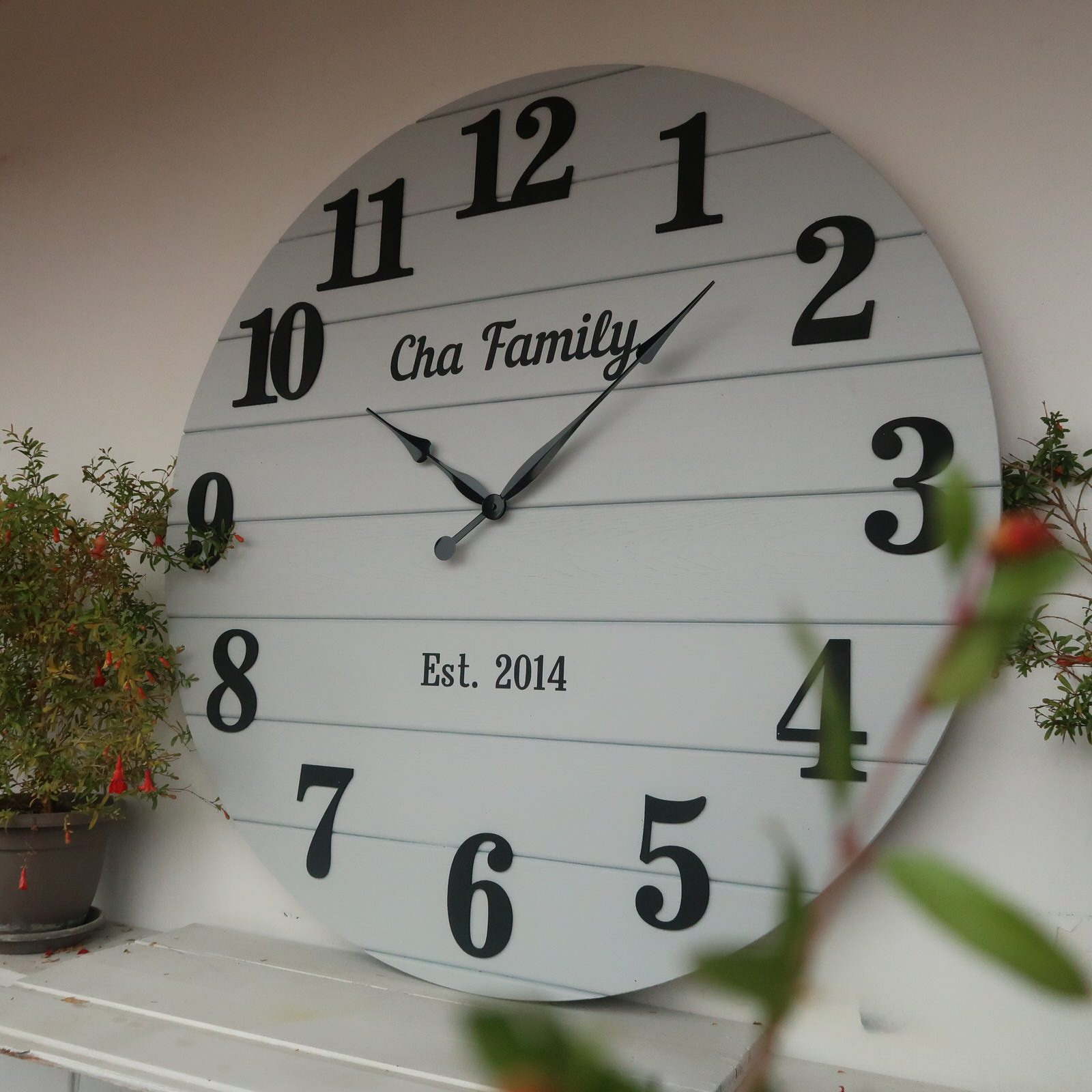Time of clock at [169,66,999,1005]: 10:07
